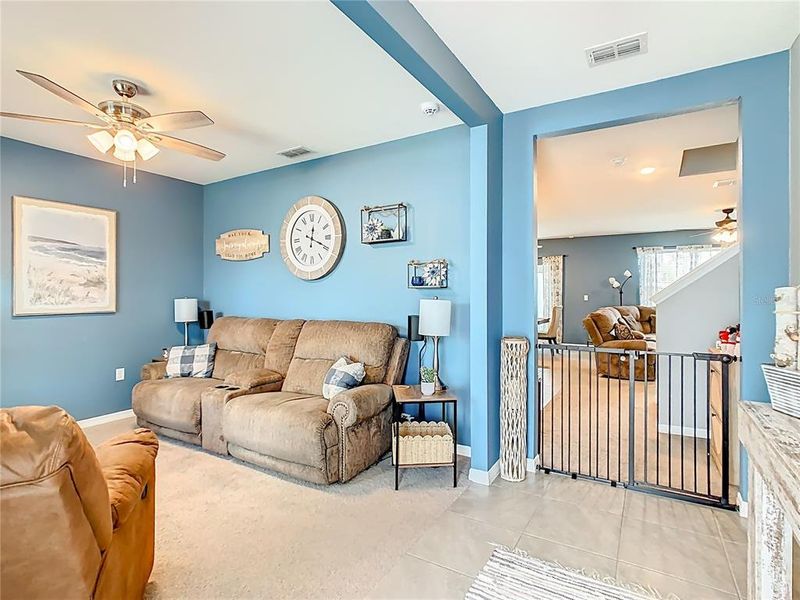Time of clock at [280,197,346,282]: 12:19
